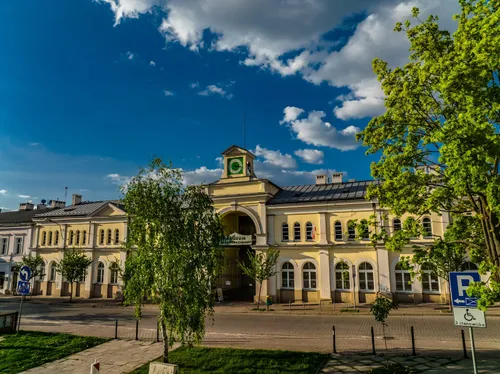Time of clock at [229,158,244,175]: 6:15
